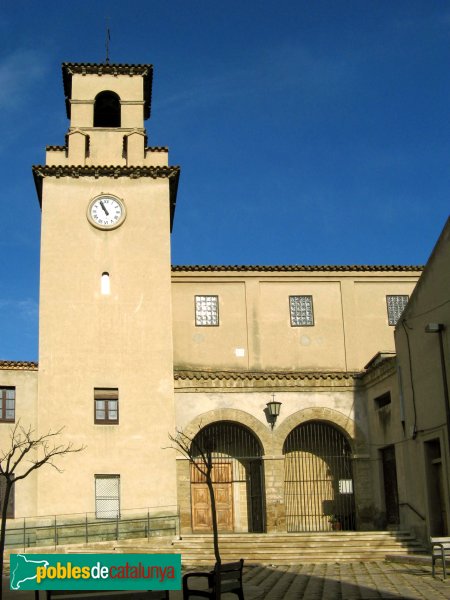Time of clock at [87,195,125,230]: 10:55
